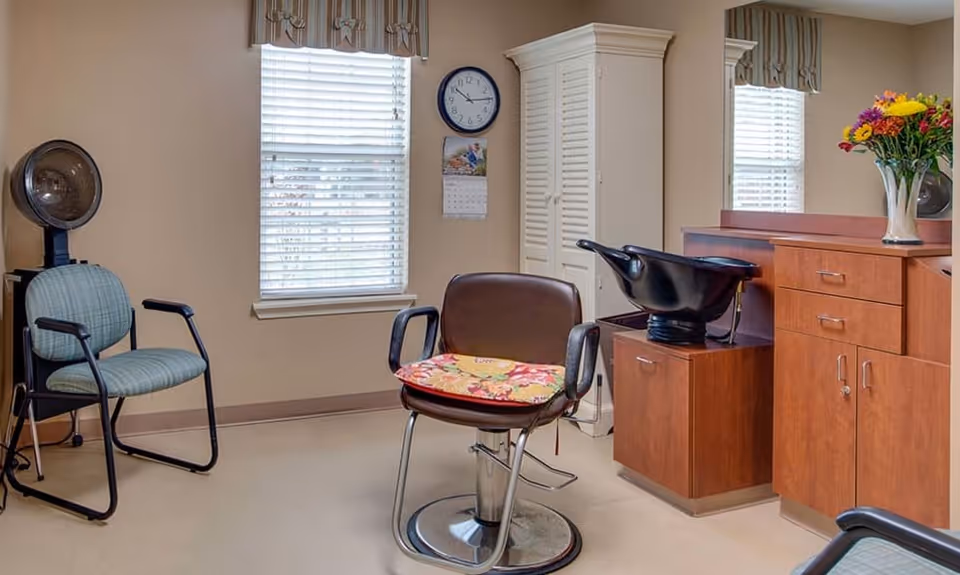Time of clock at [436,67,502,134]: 10:14
